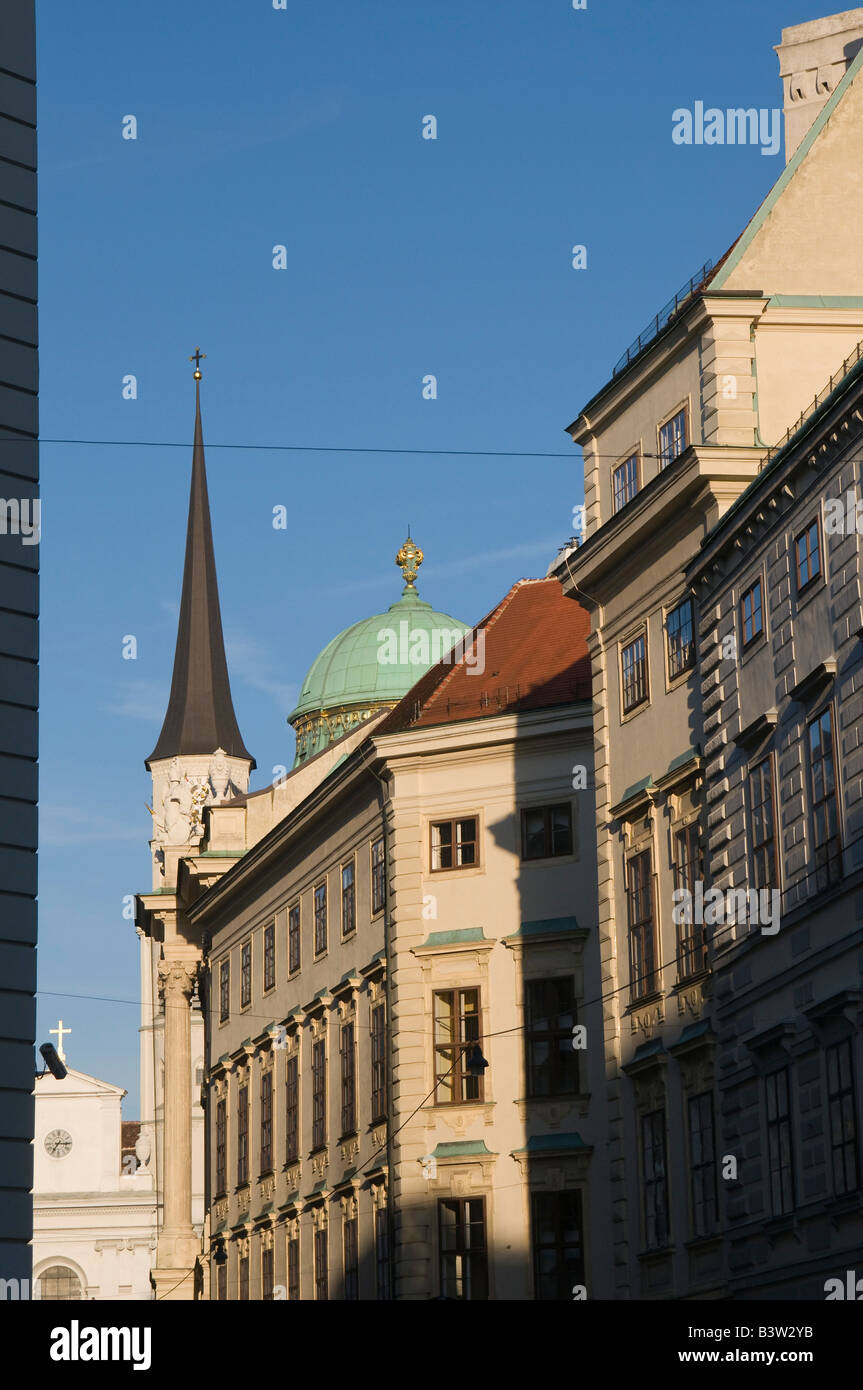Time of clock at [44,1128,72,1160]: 7:15
